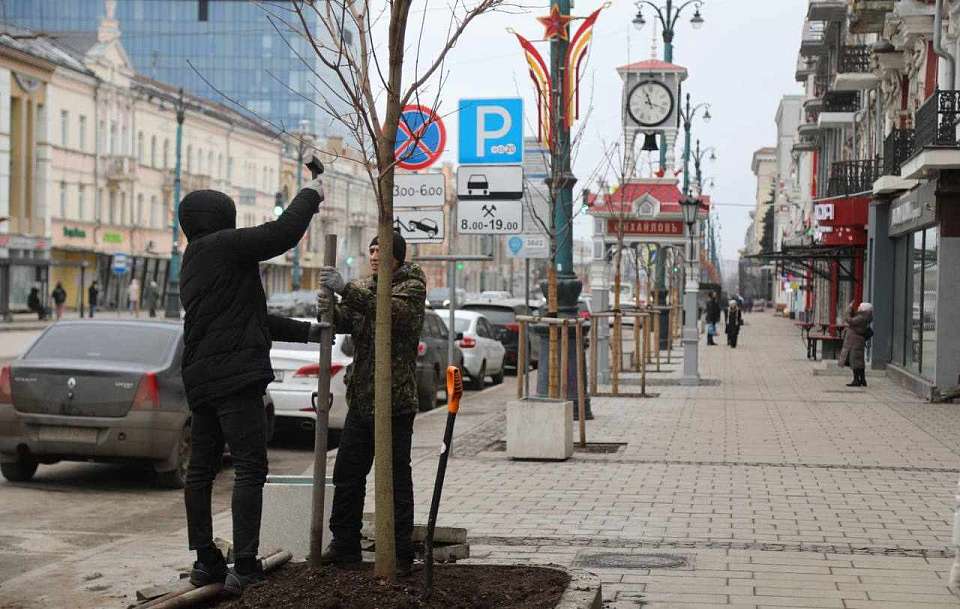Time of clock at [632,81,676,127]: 11:17
